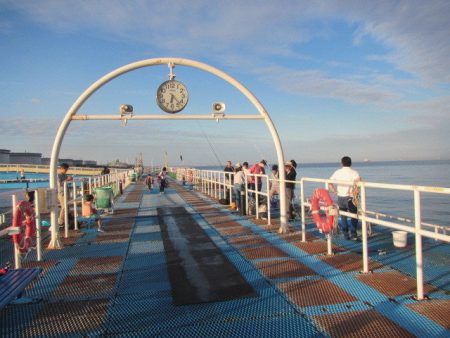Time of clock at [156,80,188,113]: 6:22
